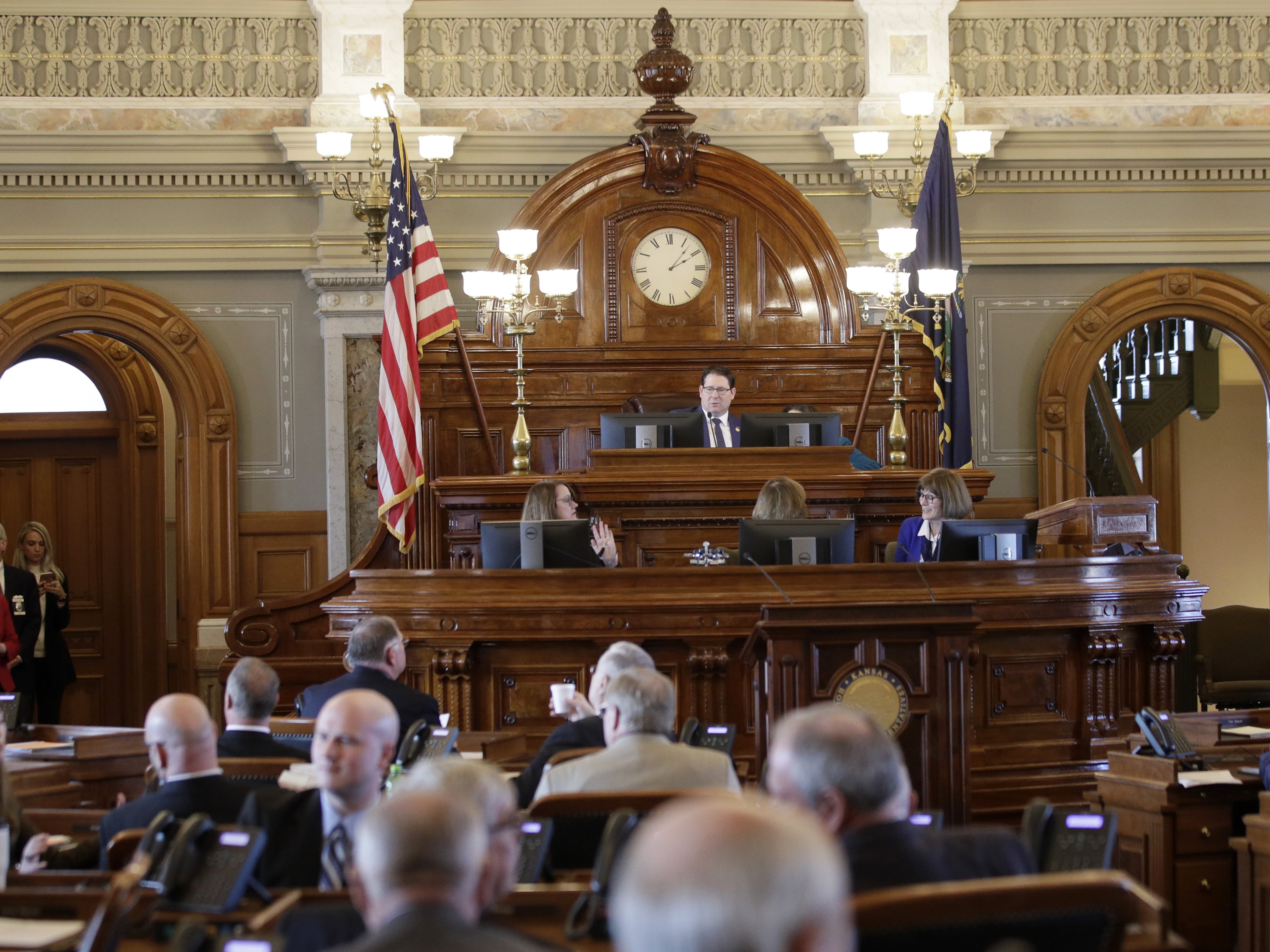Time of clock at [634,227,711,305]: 2:07
